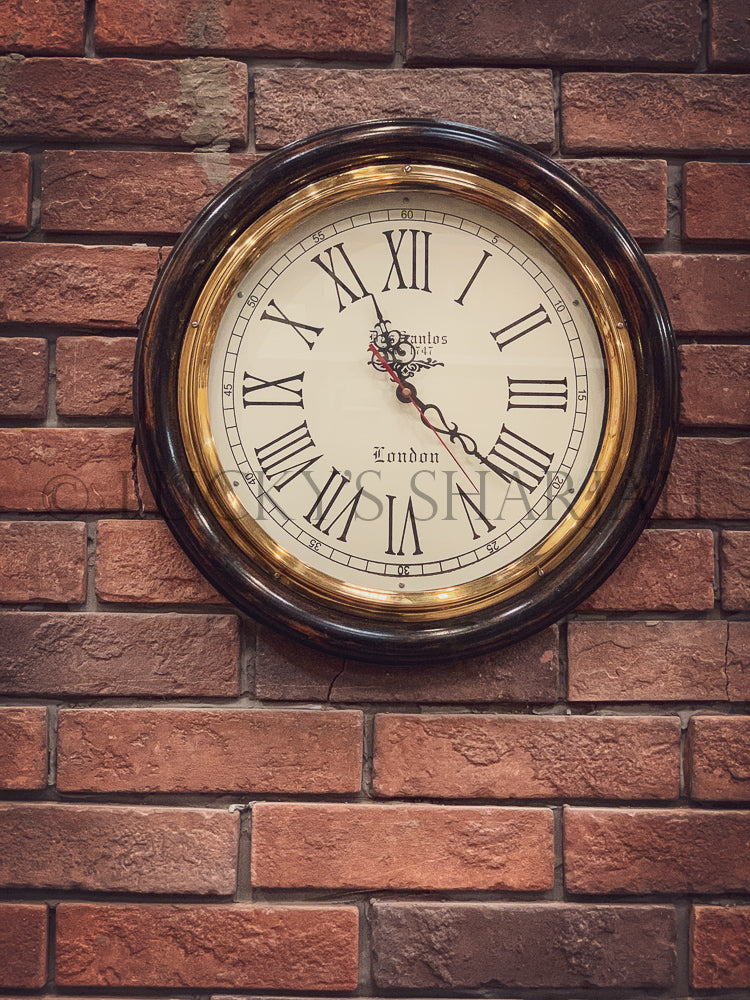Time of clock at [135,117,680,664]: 11:21
